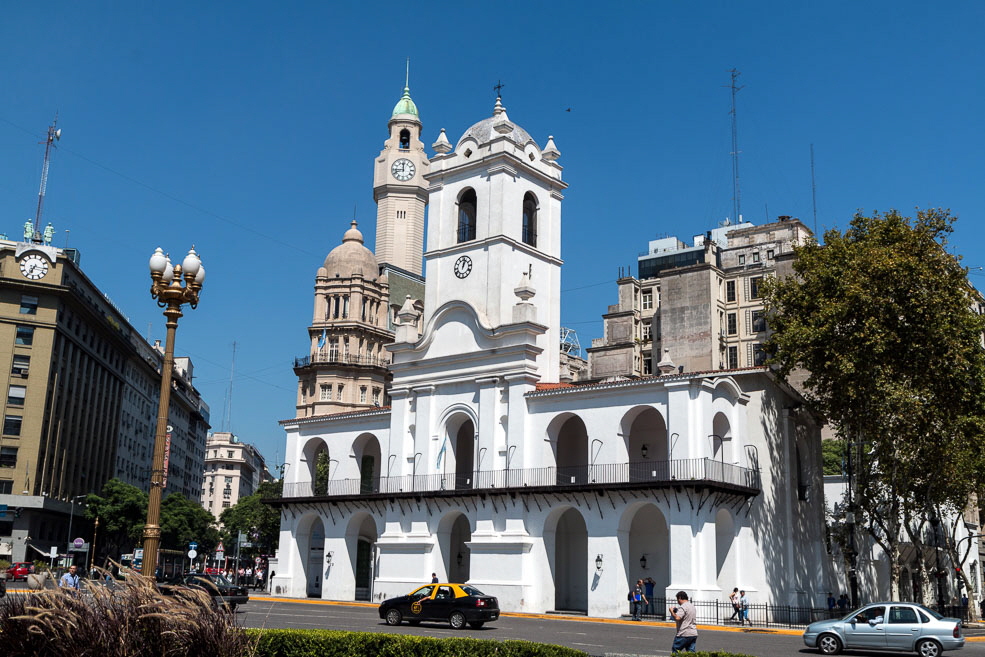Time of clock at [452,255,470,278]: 1:02
